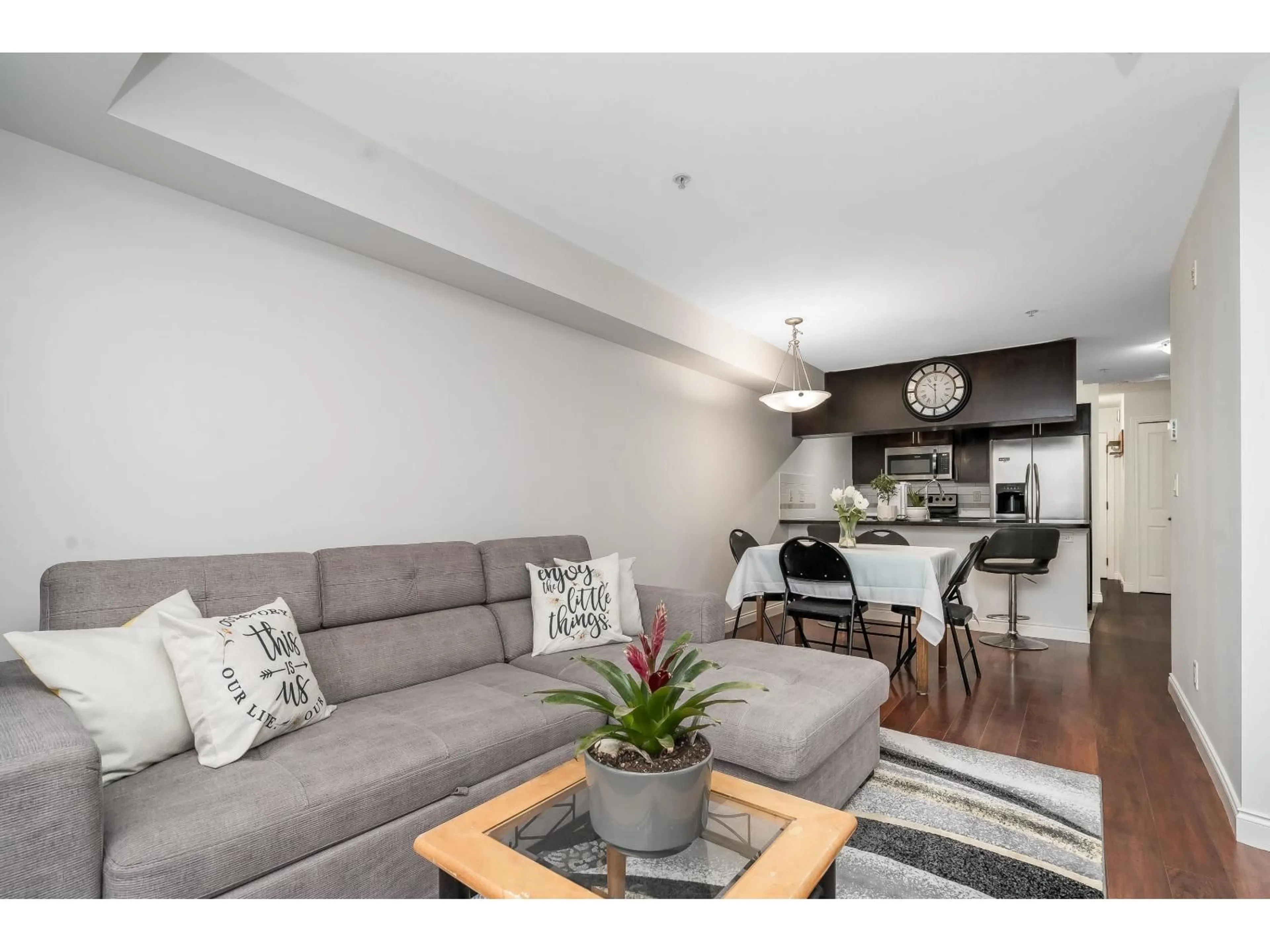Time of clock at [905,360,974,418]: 10:29
